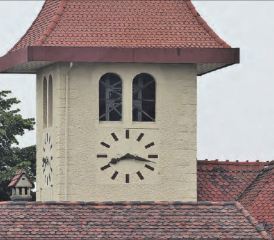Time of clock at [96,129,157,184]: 8:17
